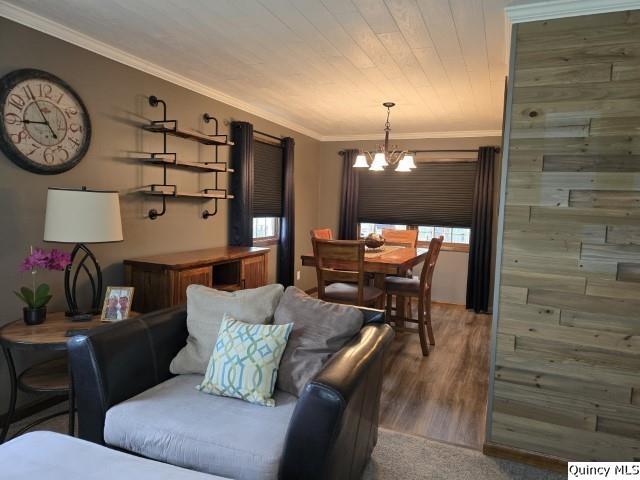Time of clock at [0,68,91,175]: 8:55
